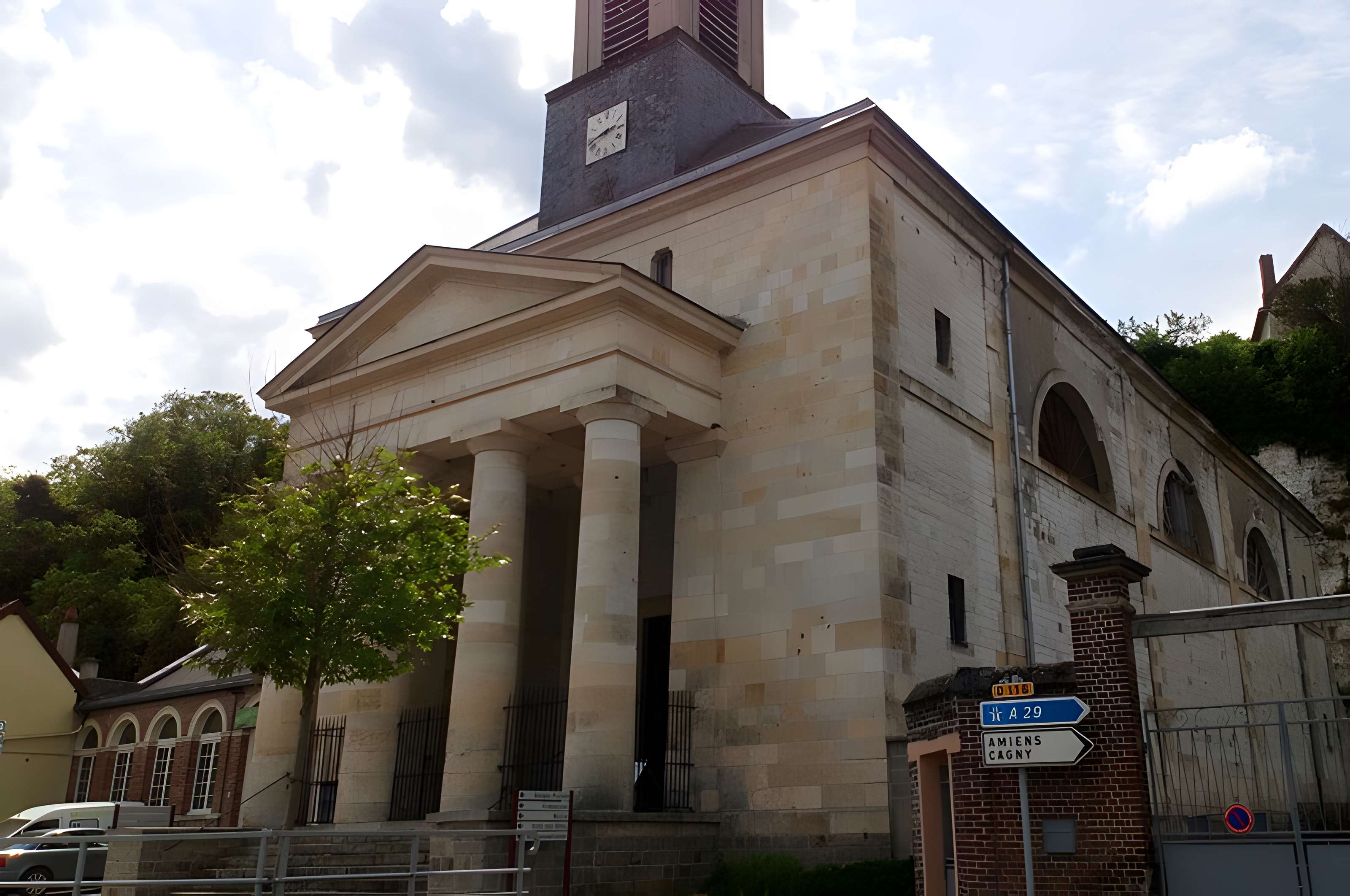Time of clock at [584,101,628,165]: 2:42
